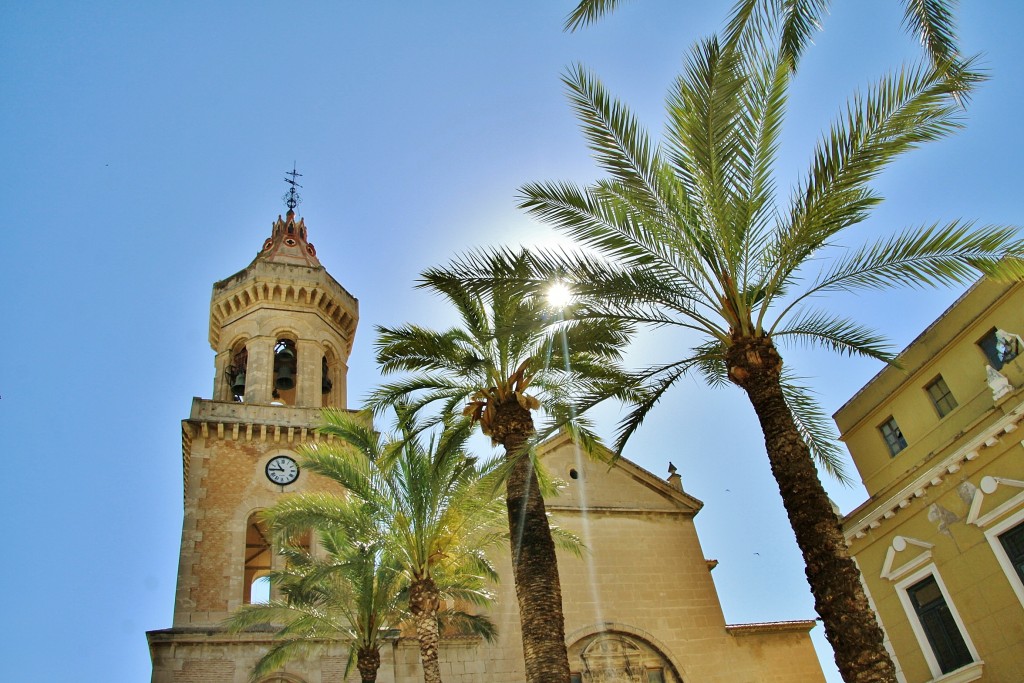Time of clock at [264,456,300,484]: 10:45
